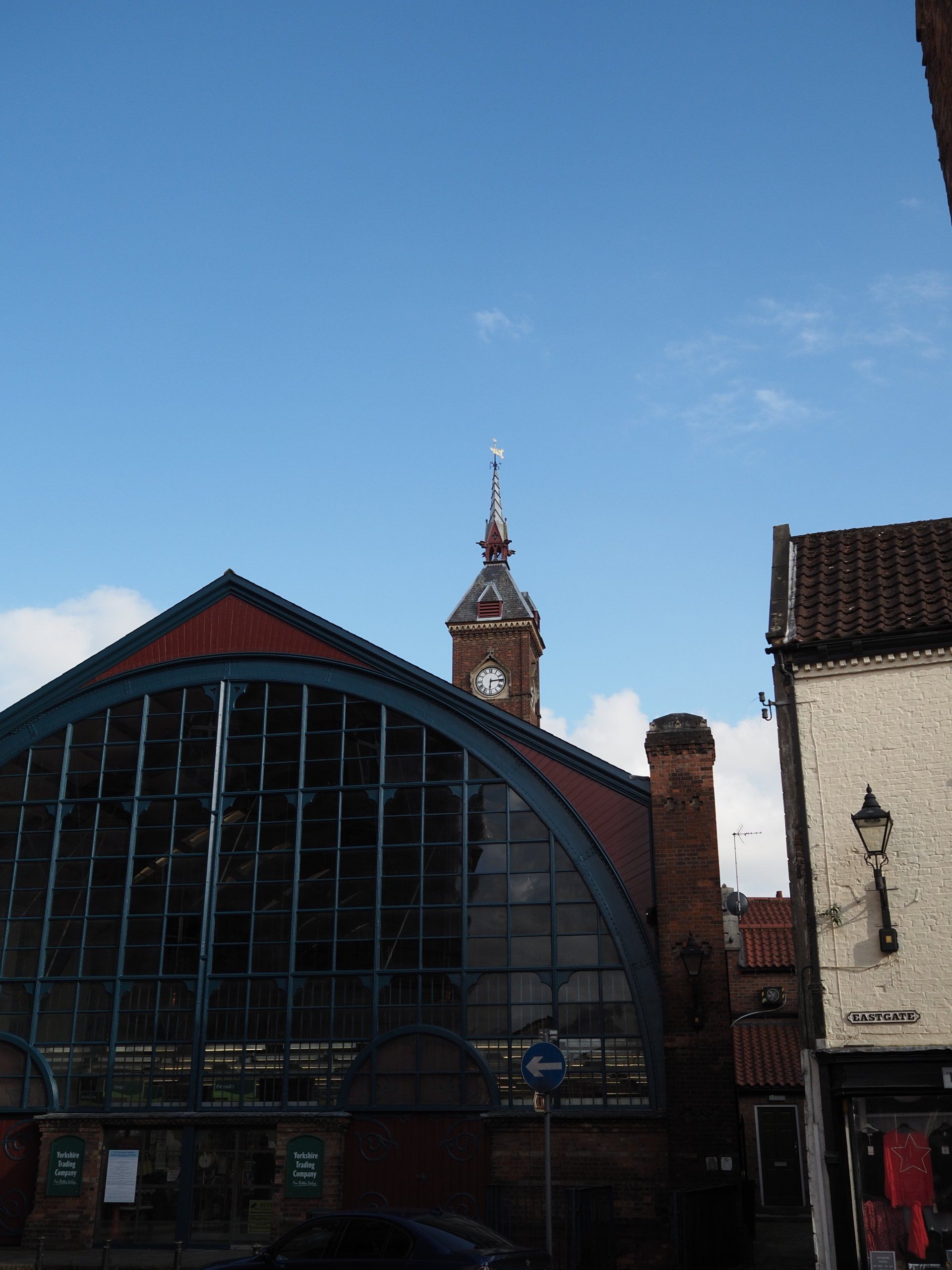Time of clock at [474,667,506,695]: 6:14
